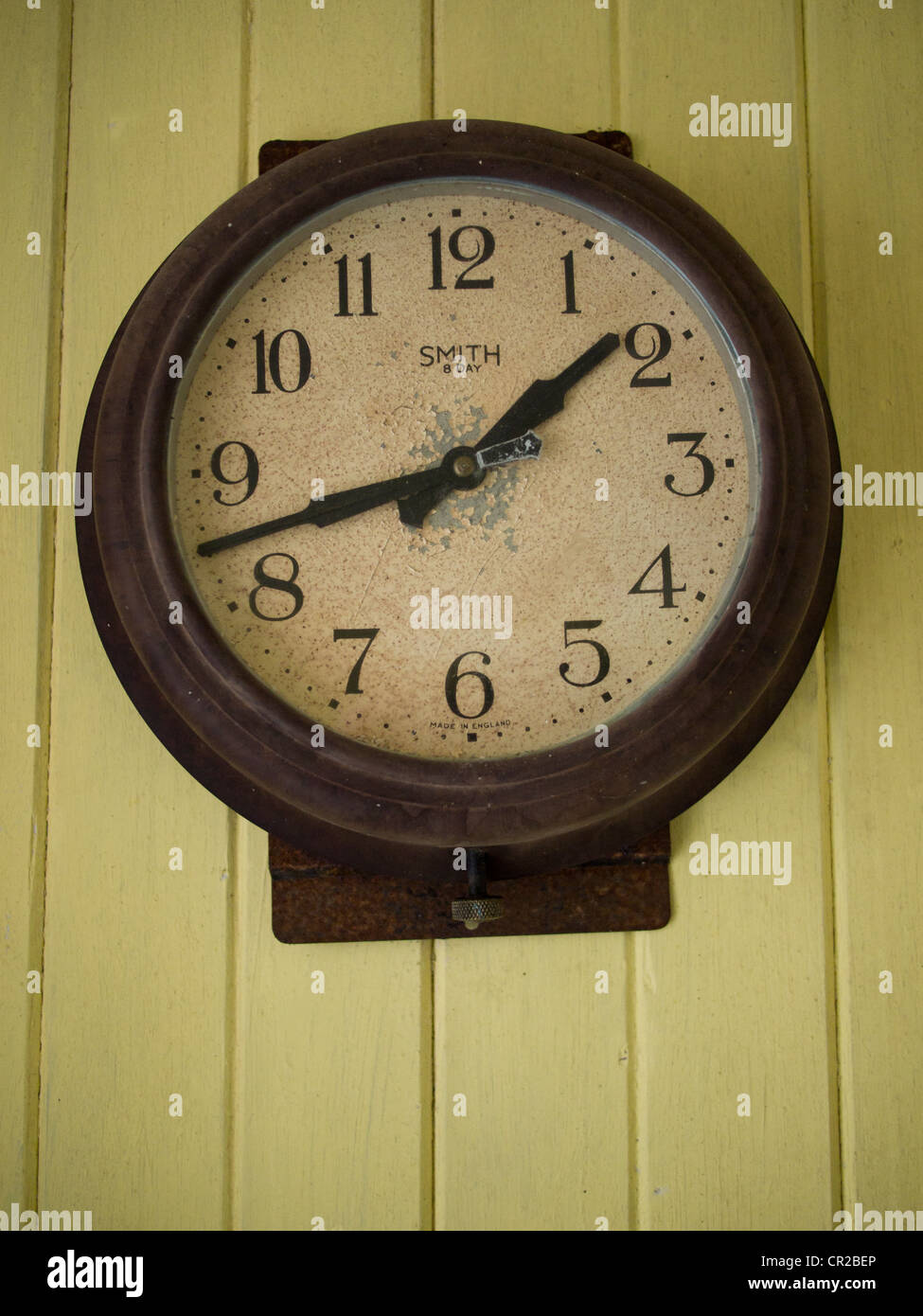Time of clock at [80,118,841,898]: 1:42
